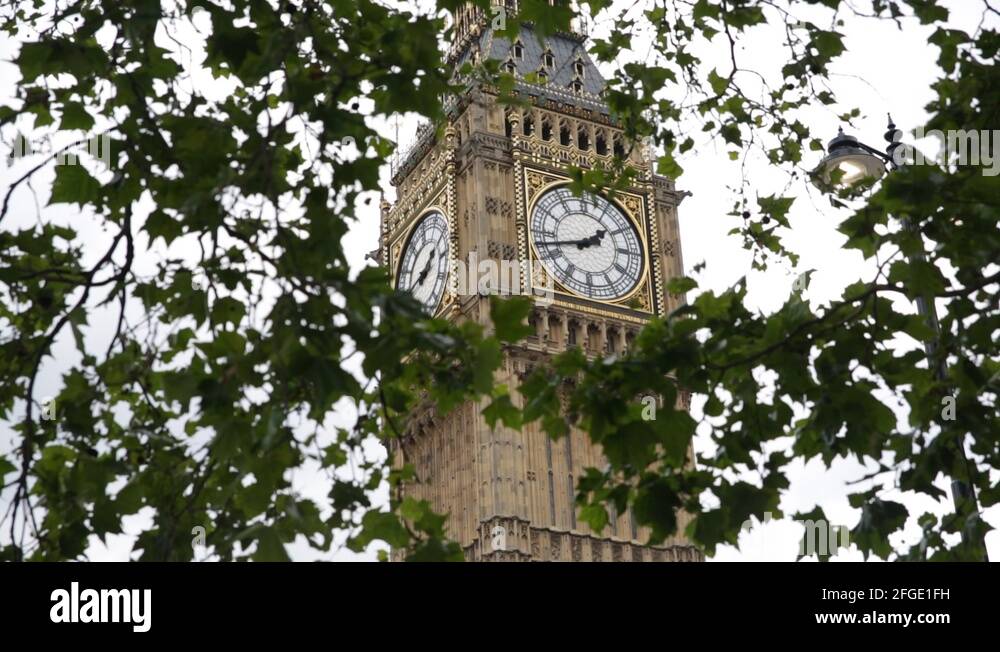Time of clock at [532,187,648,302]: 1:42
